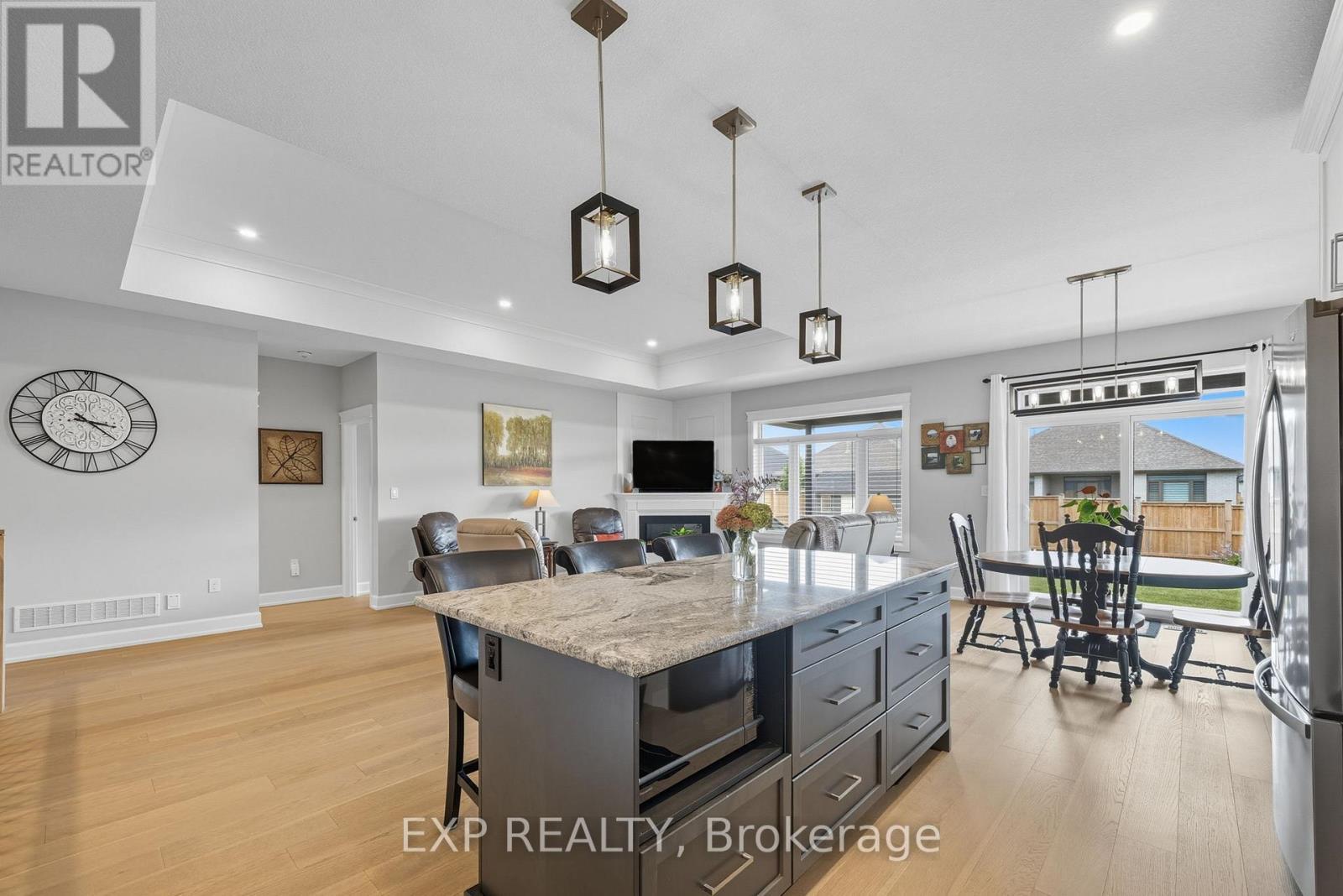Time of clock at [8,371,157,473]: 3:21
